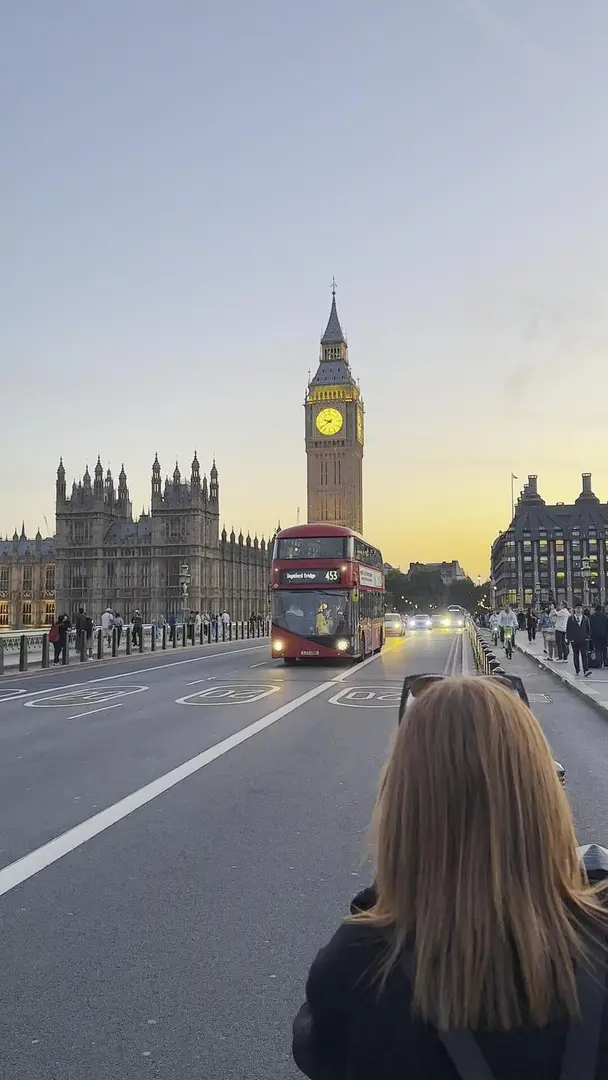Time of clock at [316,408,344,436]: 9:39
